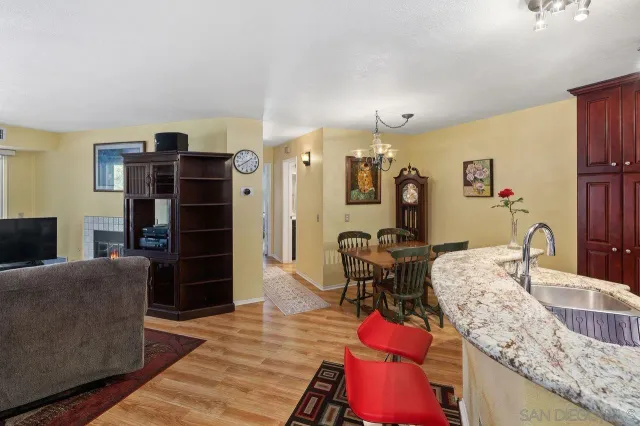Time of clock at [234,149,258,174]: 1:39
